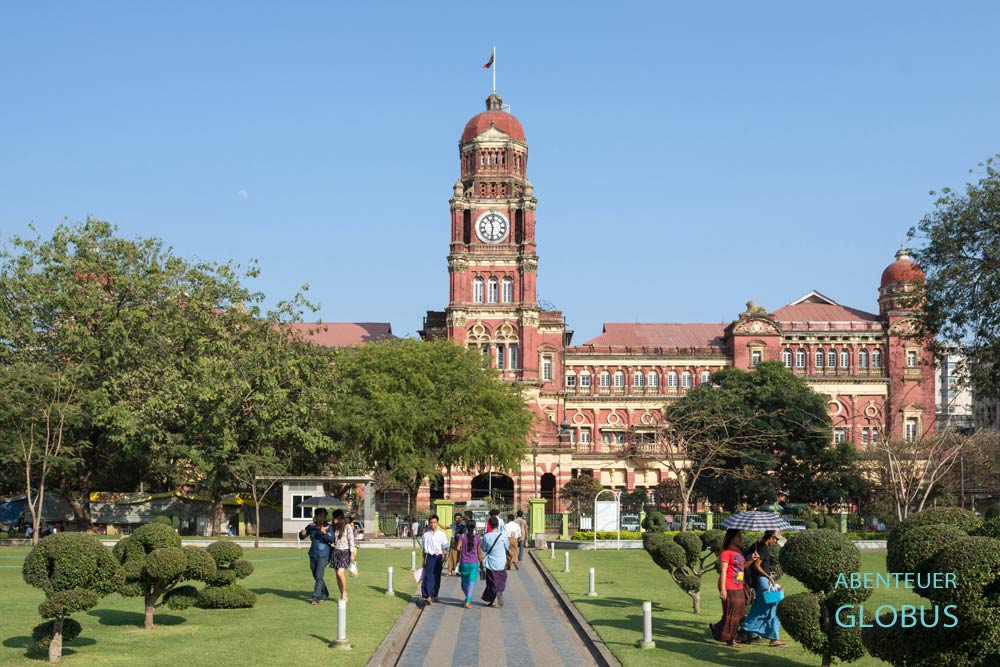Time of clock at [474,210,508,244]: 11:31
